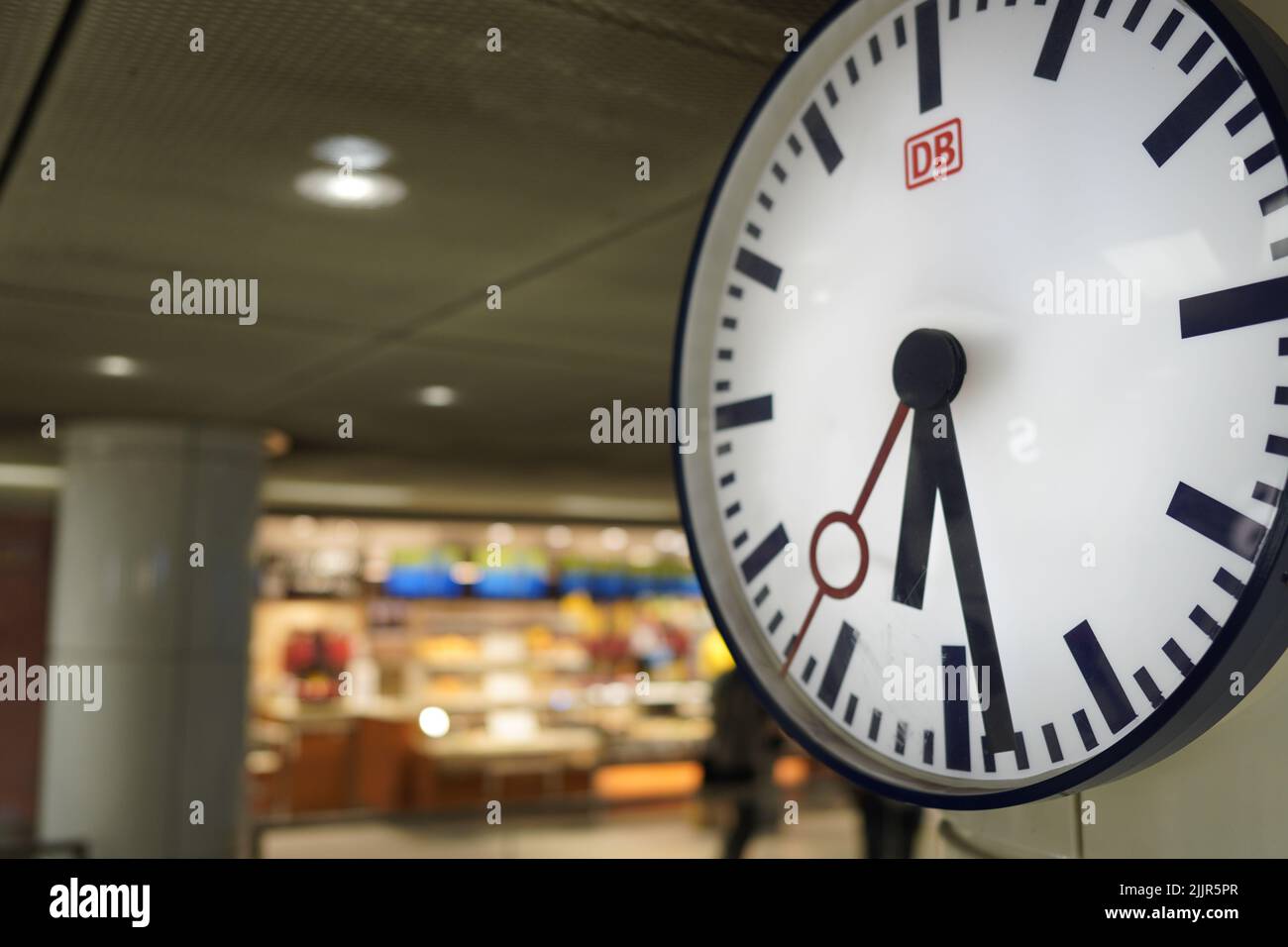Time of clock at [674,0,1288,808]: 6:28
